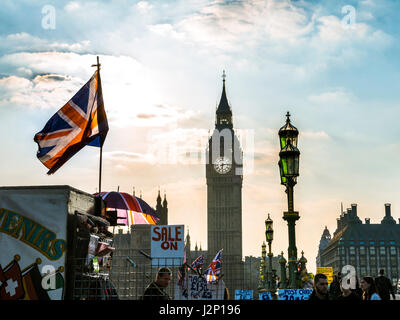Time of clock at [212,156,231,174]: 6:13
